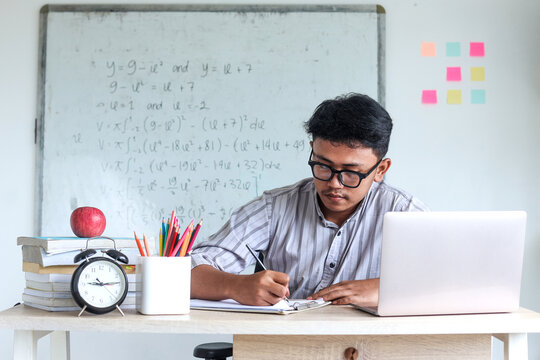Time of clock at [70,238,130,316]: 9:14
